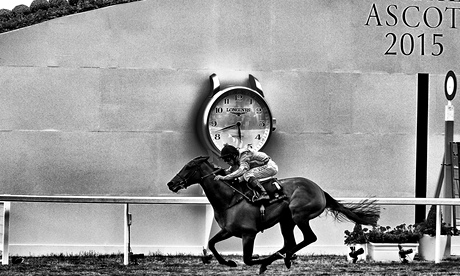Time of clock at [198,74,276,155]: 5:41
